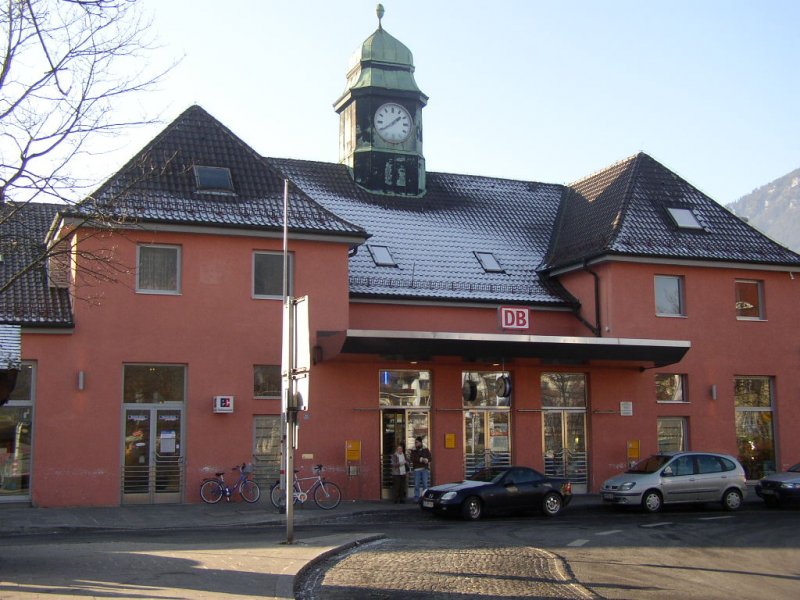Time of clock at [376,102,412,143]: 1:39
